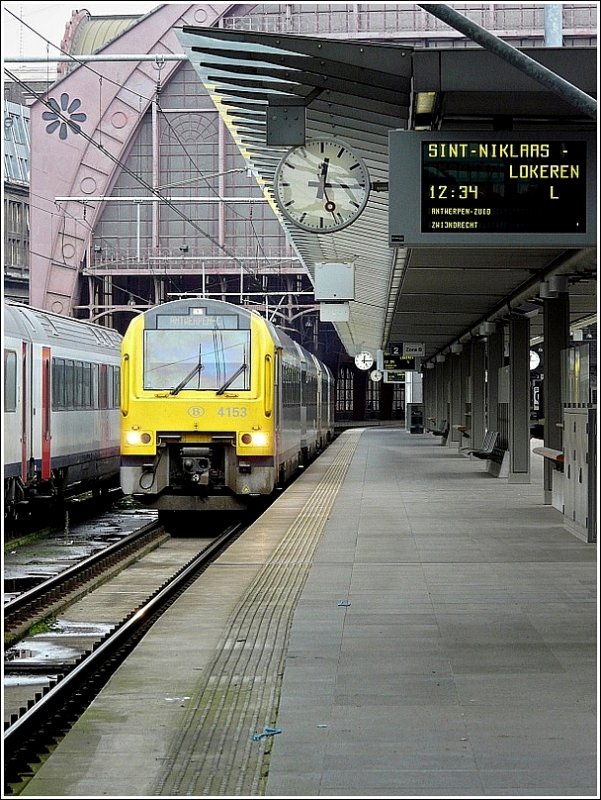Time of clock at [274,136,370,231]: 12:26
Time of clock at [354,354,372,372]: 12:14
